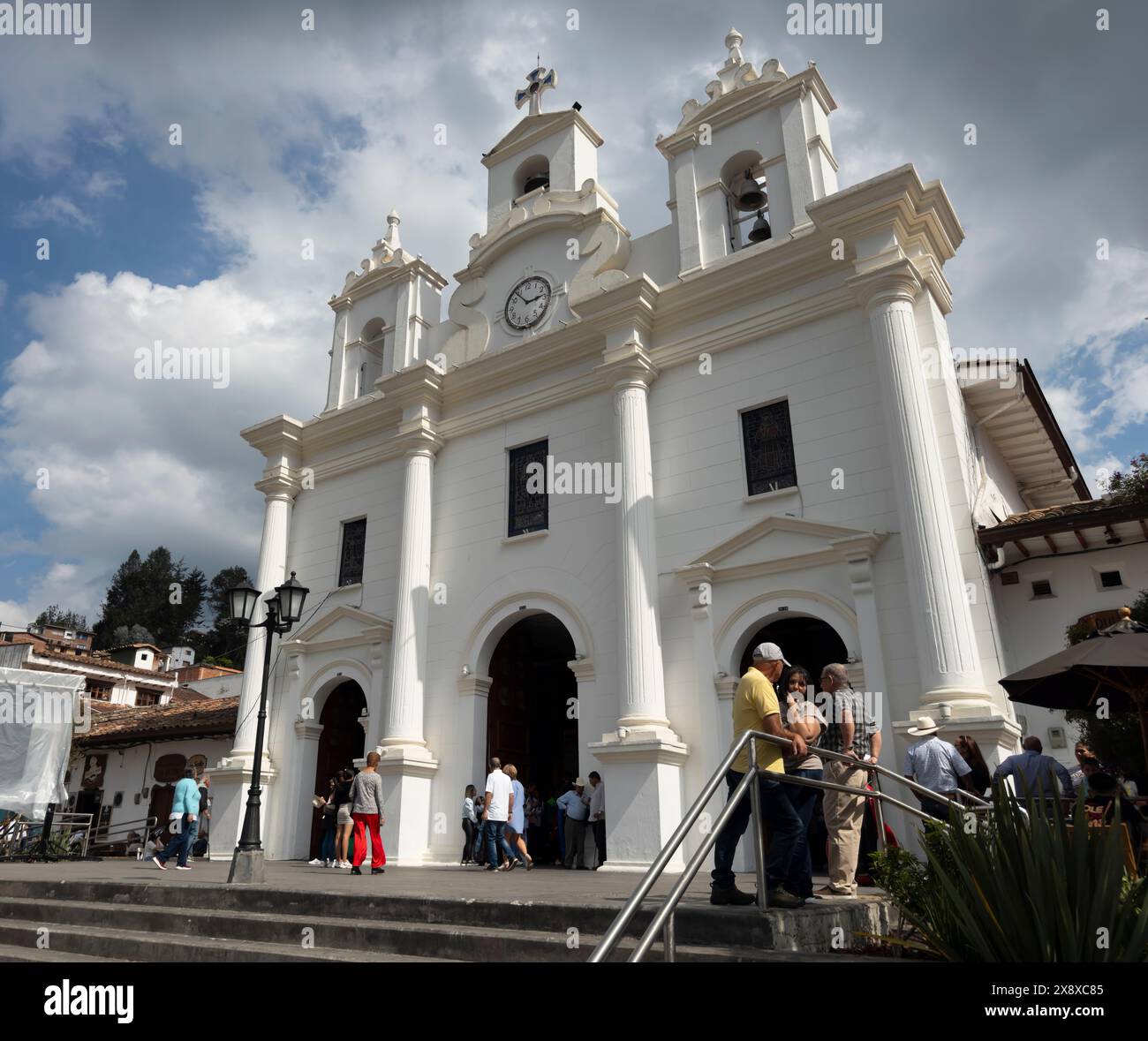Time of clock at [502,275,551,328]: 2:53
